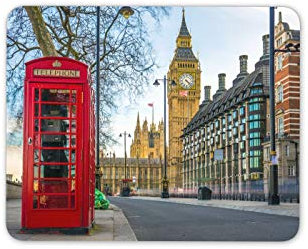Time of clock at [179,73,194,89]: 4:22
